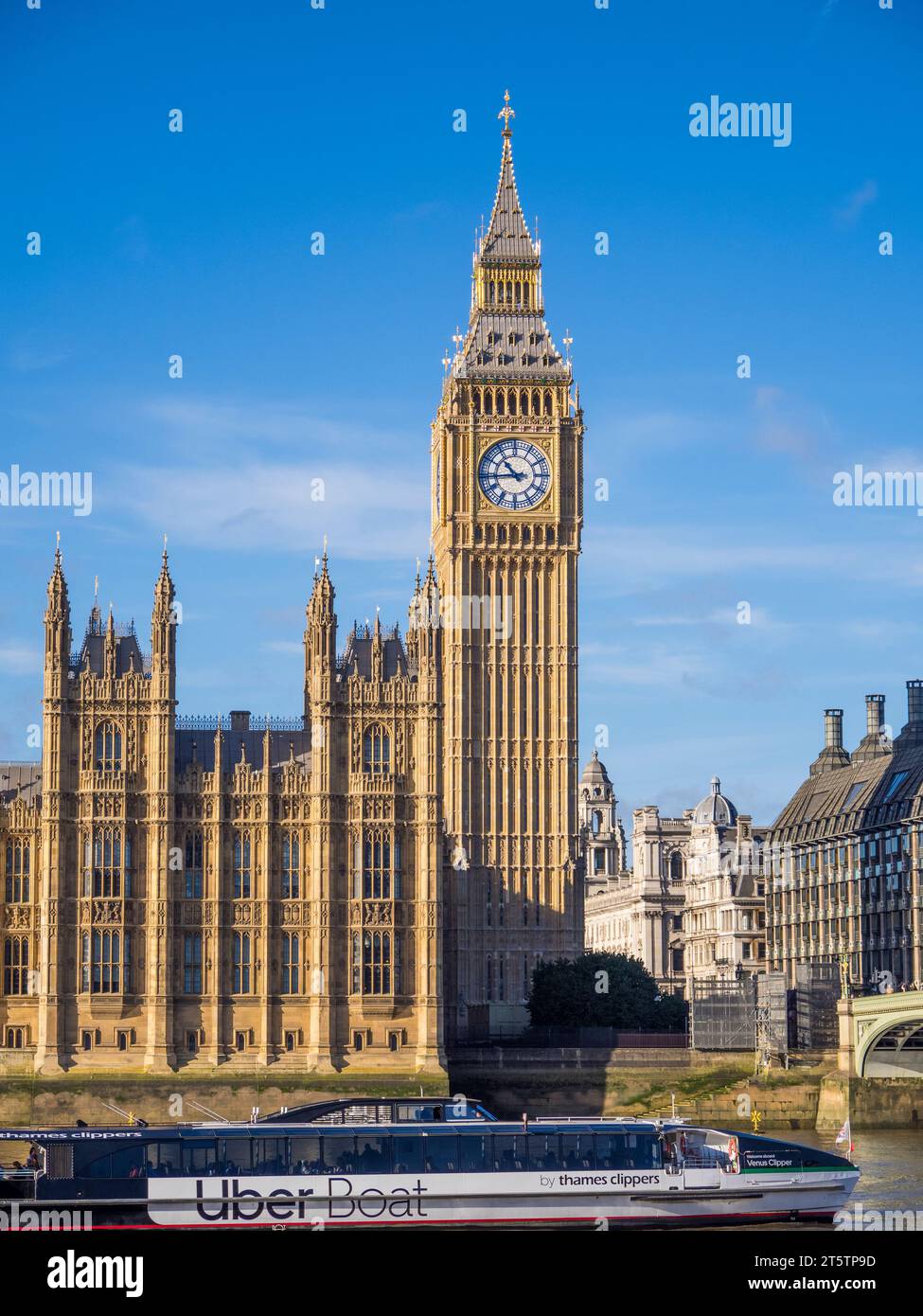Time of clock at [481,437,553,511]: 10:43
